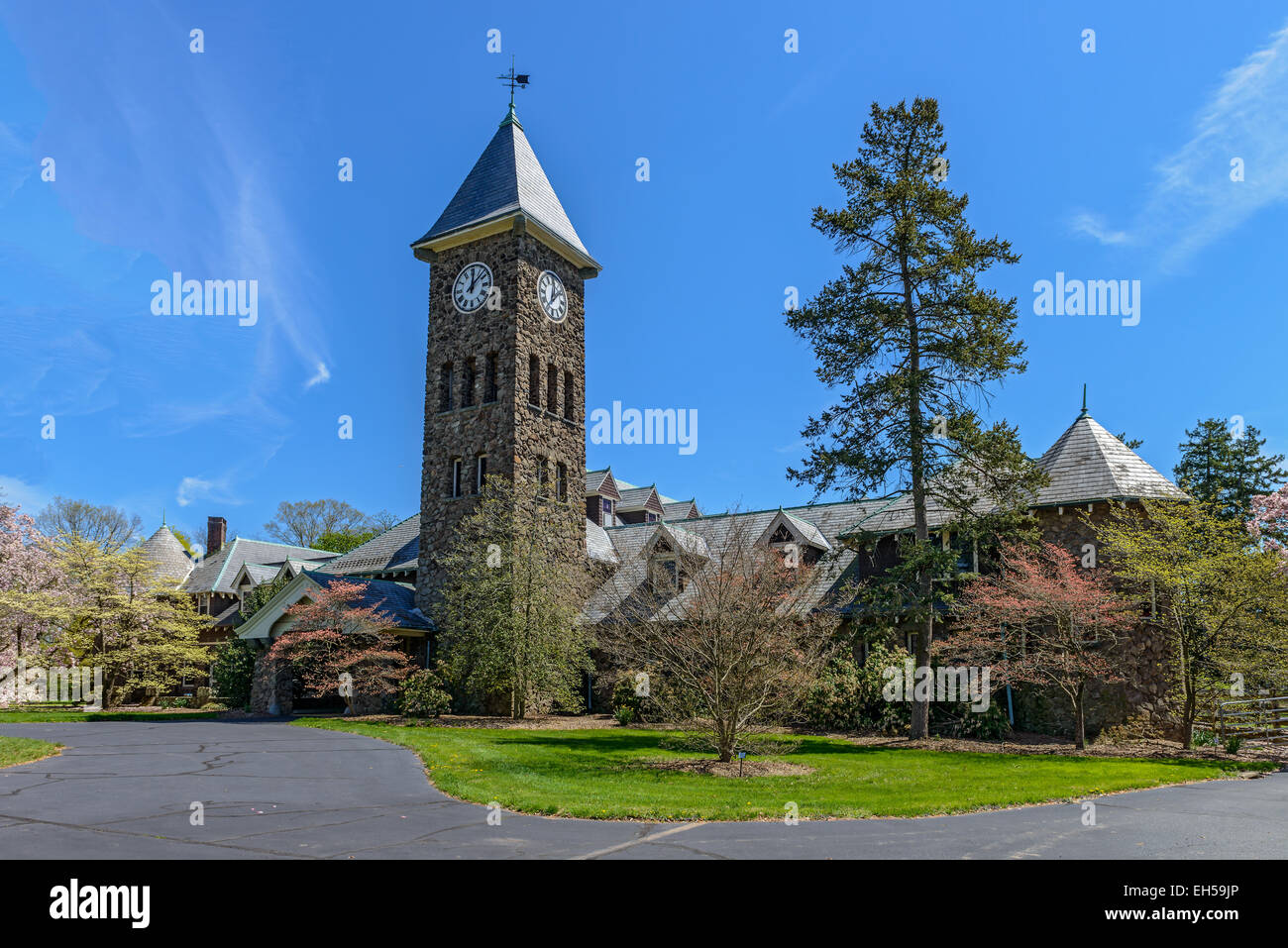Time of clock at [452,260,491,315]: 12:07
